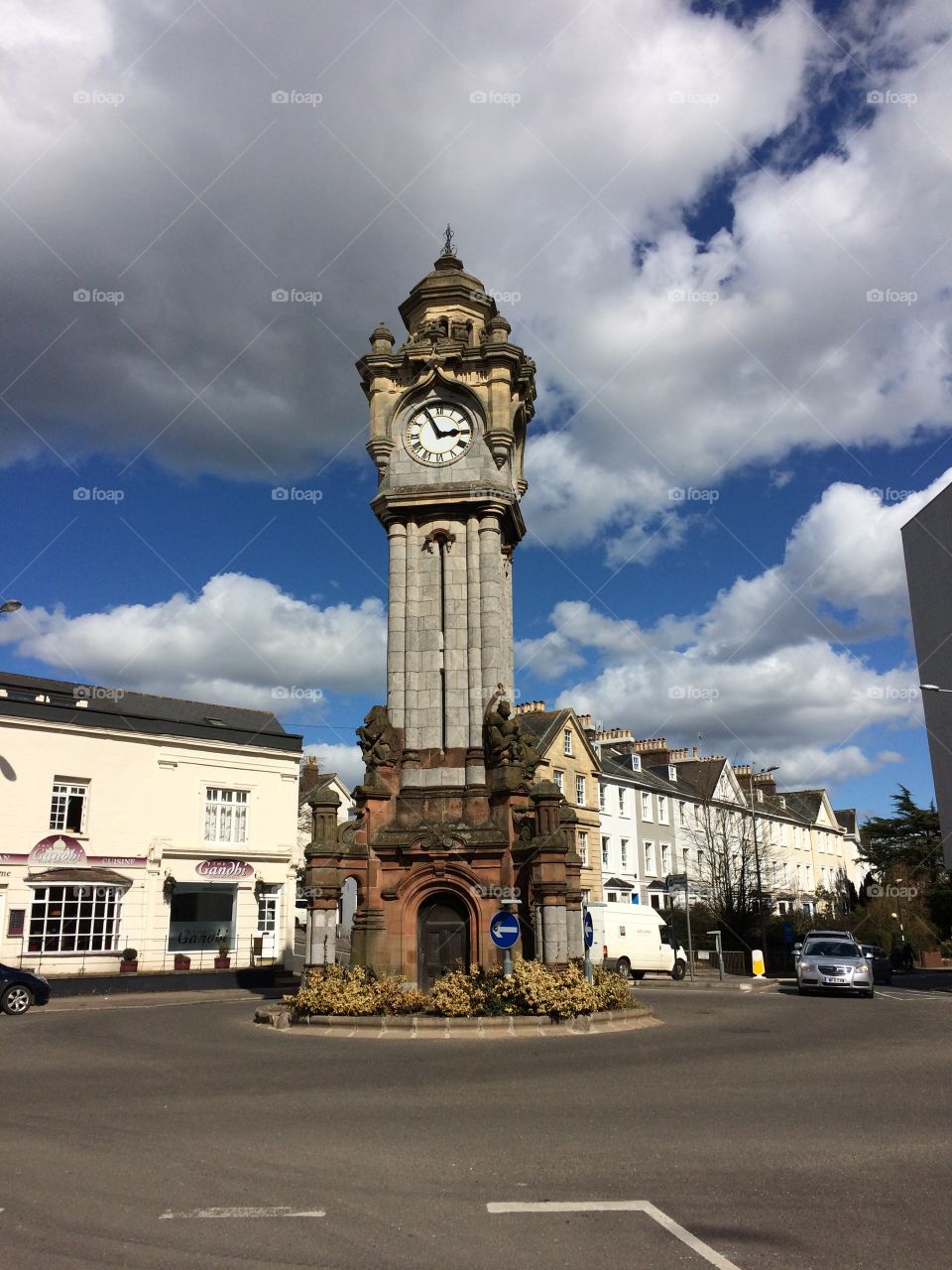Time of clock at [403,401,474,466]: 2:55
